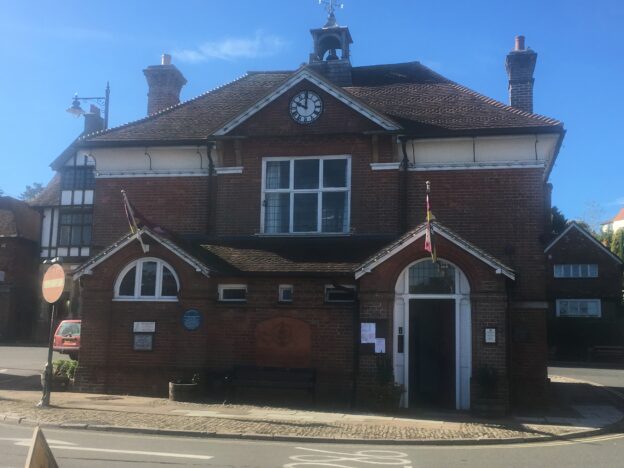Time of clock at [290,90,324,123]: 10:00
